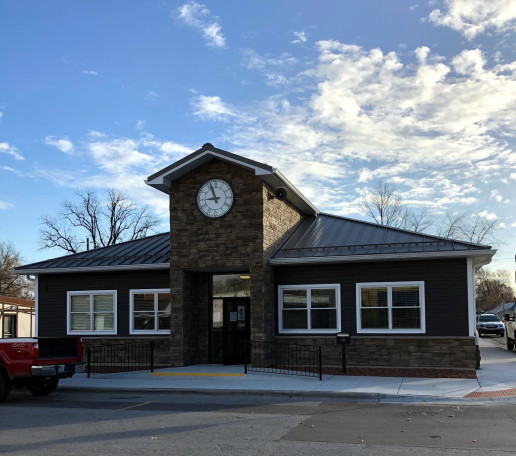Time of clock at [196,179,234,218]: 8:56
